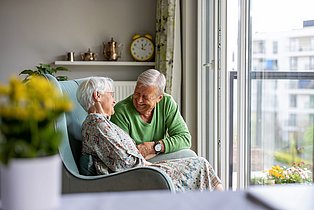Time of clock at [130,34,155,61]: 12:06
